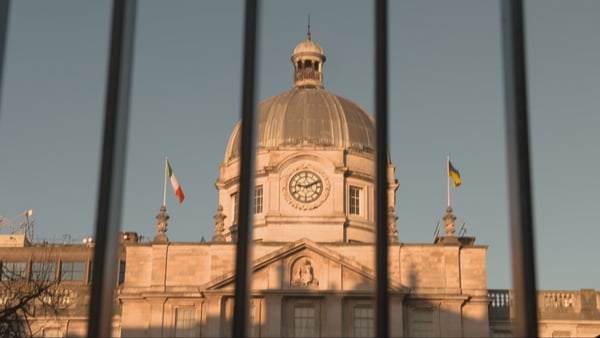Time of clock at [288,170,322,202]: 9:11
